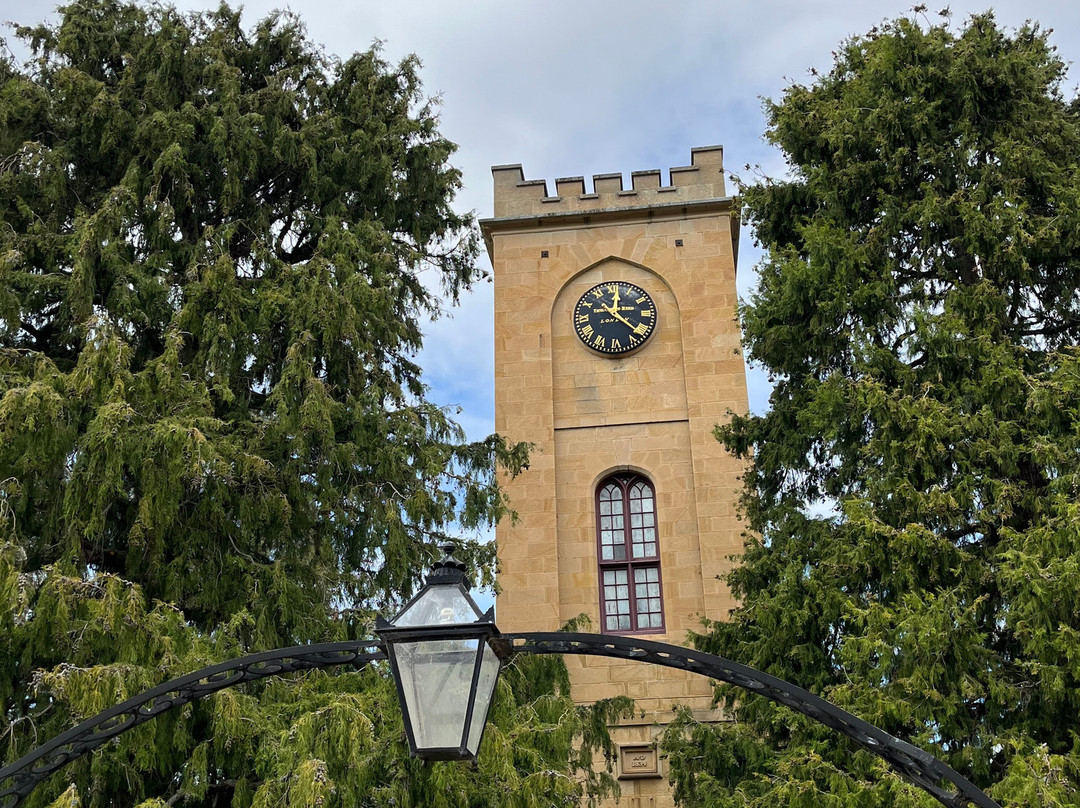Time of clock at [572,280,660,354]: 12:21
